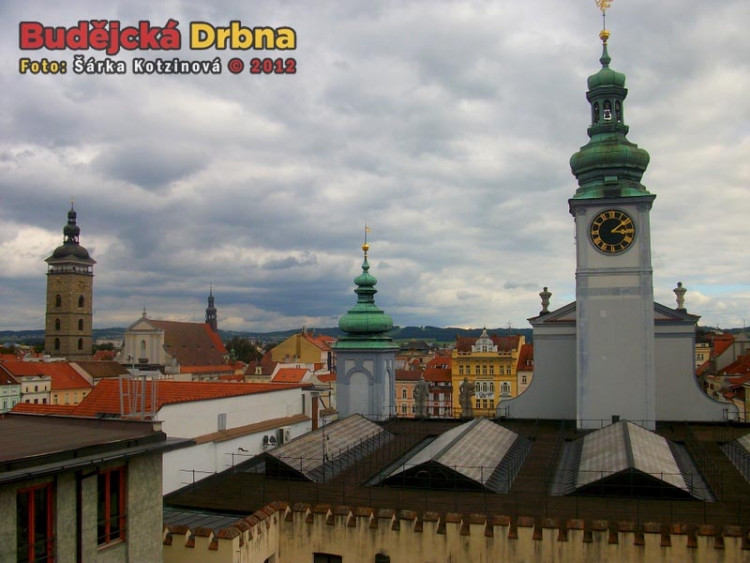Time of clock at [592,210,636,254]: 3:08
